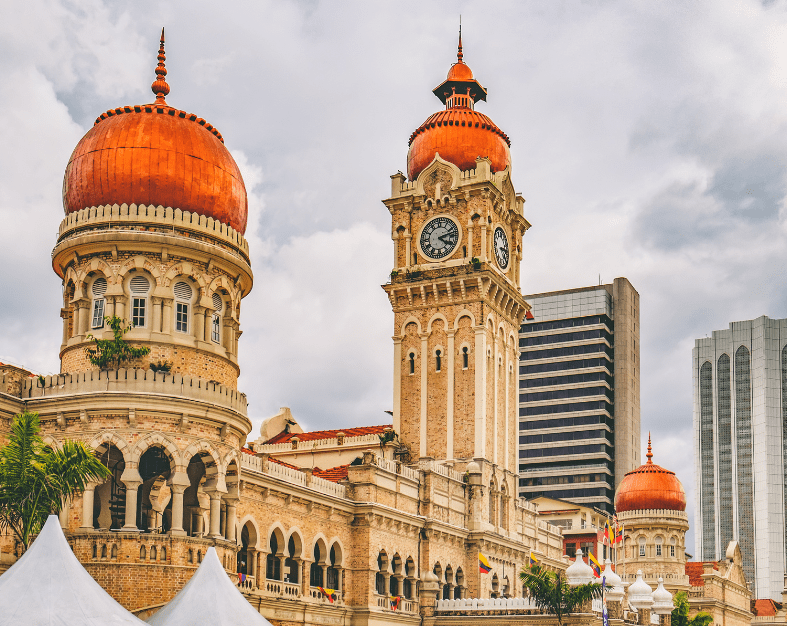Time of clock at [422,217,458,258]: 4:12
